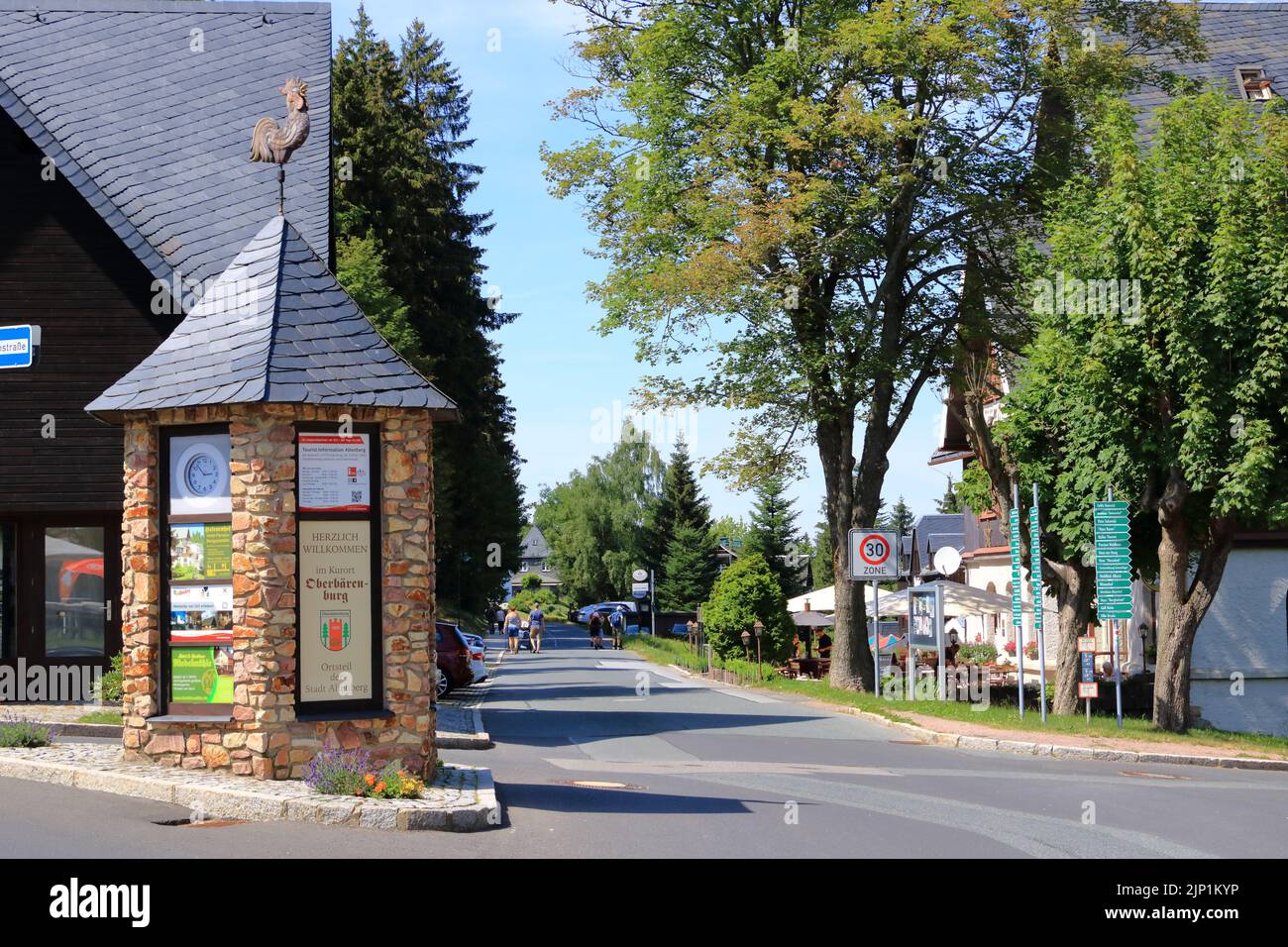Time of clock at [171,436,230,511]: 2:53
